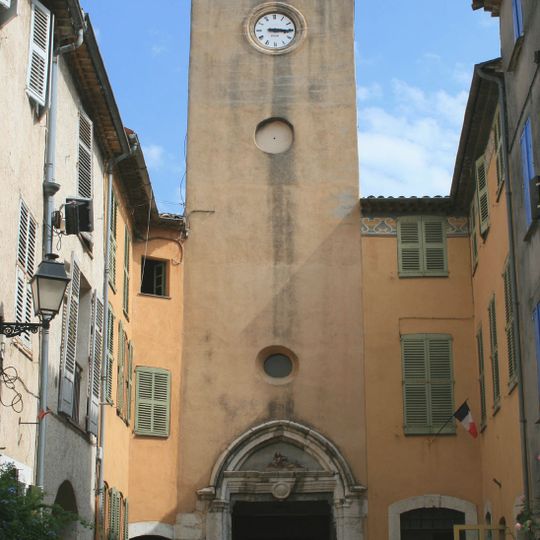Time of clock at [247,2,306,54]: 3:15
